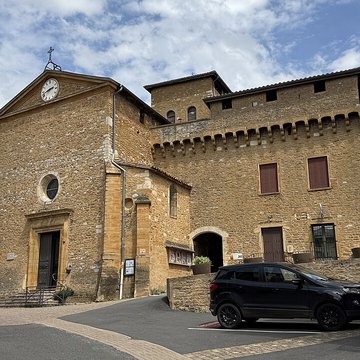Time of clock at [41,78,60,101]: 2:42
